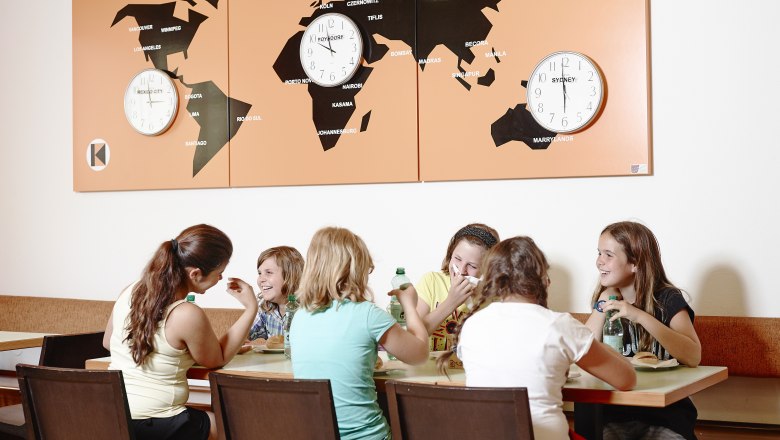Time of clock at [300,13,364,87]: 9:57
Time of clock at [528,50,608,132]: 5:59
